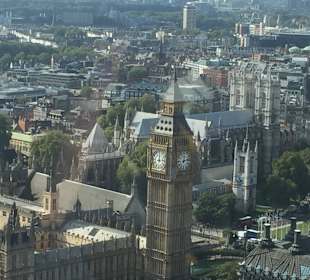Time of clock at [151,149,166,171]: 12:13
